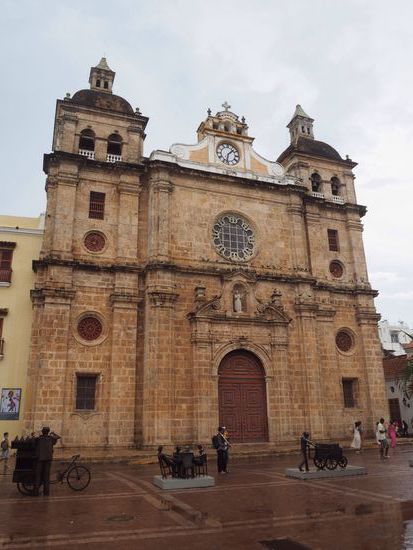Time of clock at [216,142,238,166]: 1:32
